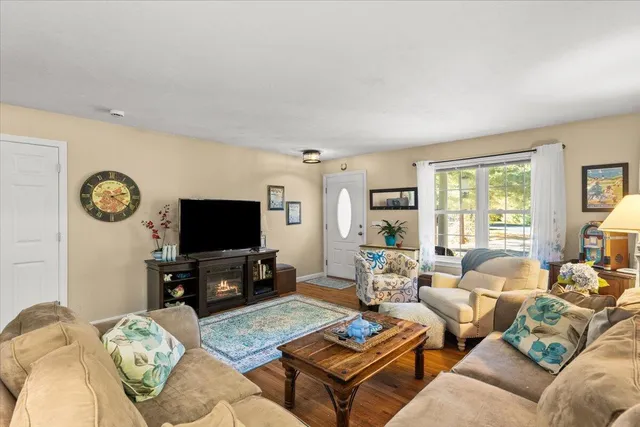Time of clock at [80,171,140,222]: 2:21
